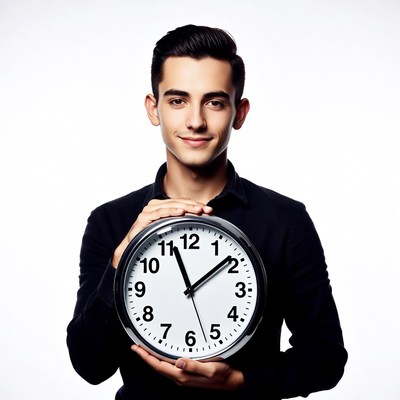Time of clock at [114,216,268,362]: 11:08
